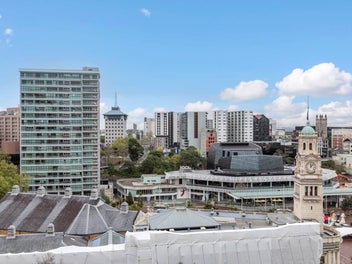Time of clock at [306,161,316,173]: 12:07
